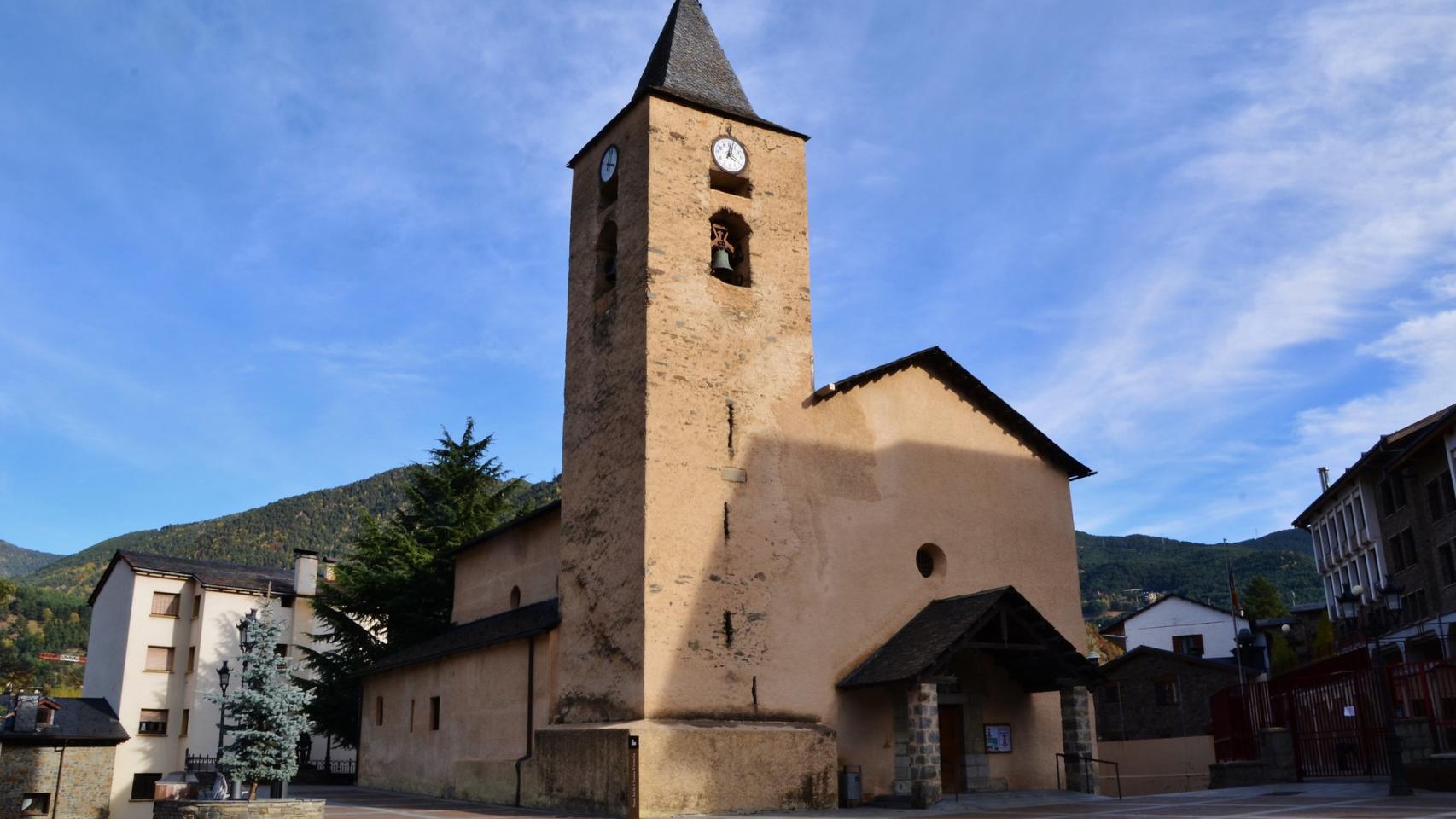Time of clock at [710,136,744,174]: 4:02
